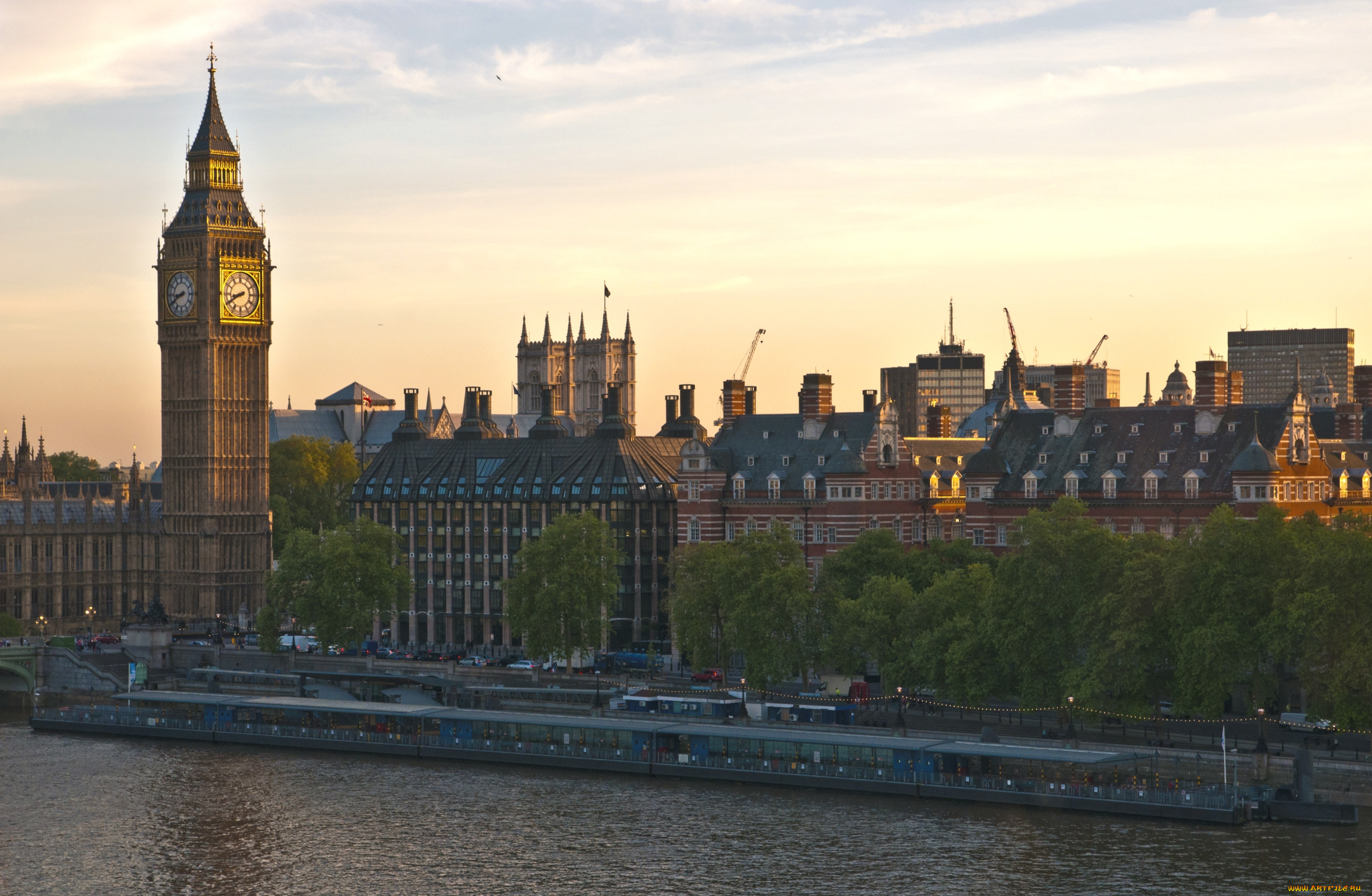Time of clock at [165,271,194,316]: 8:40
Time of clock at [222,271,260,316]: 8:40
